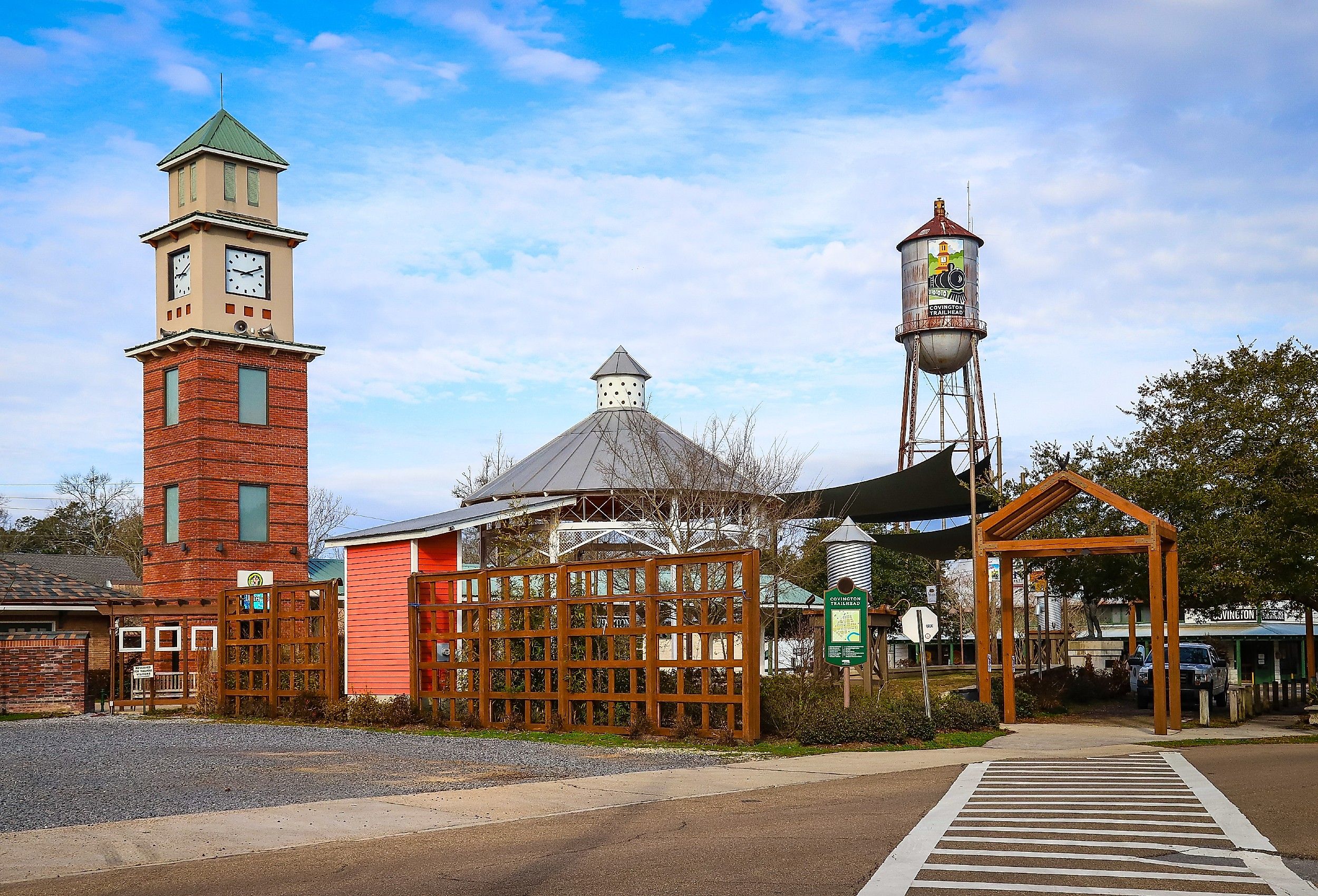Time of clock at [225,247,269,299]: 9:11
